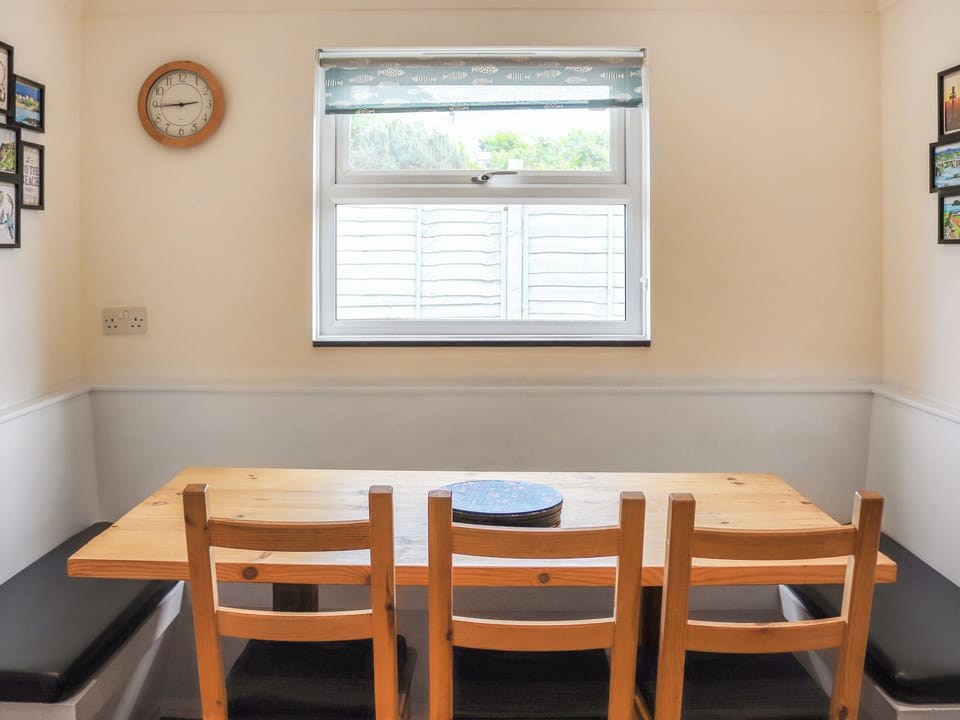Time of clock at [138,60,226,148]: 2:44
